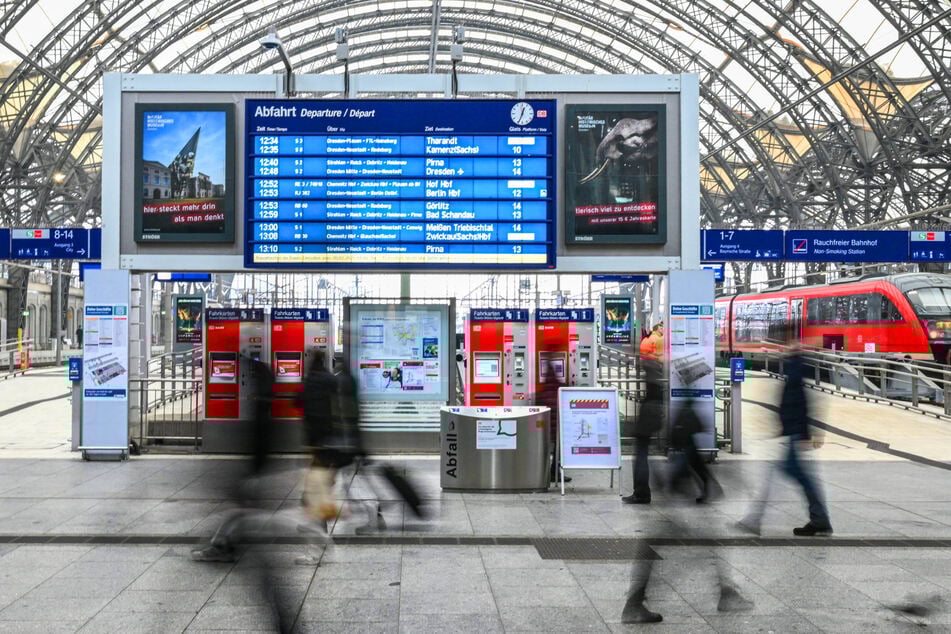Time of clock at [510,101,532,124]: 12:33
